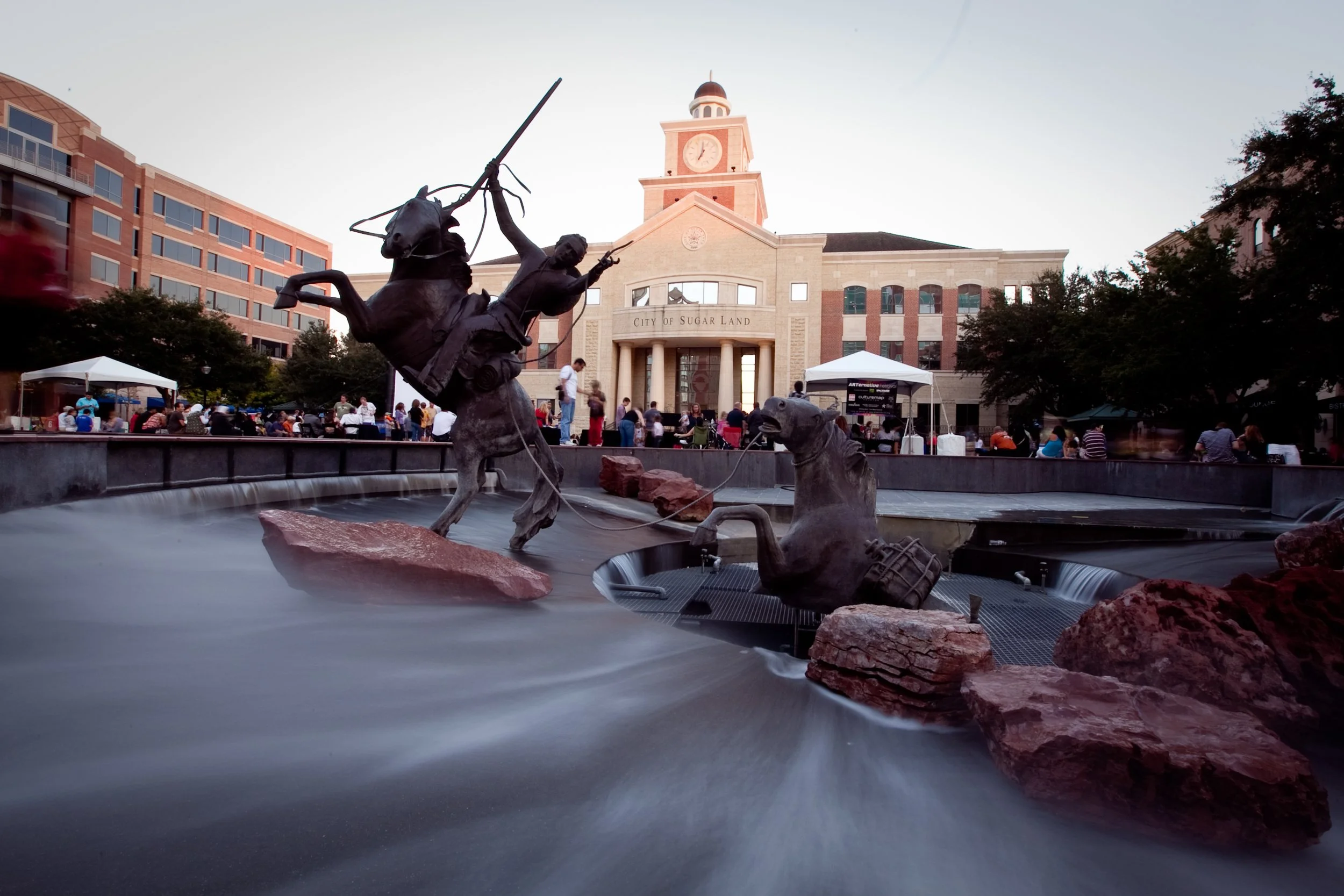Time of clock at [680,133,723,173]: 7:01
